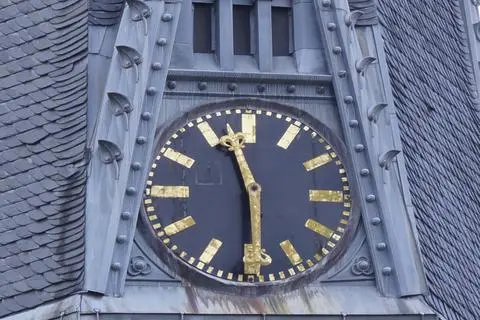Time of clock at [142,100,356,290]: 11:29
